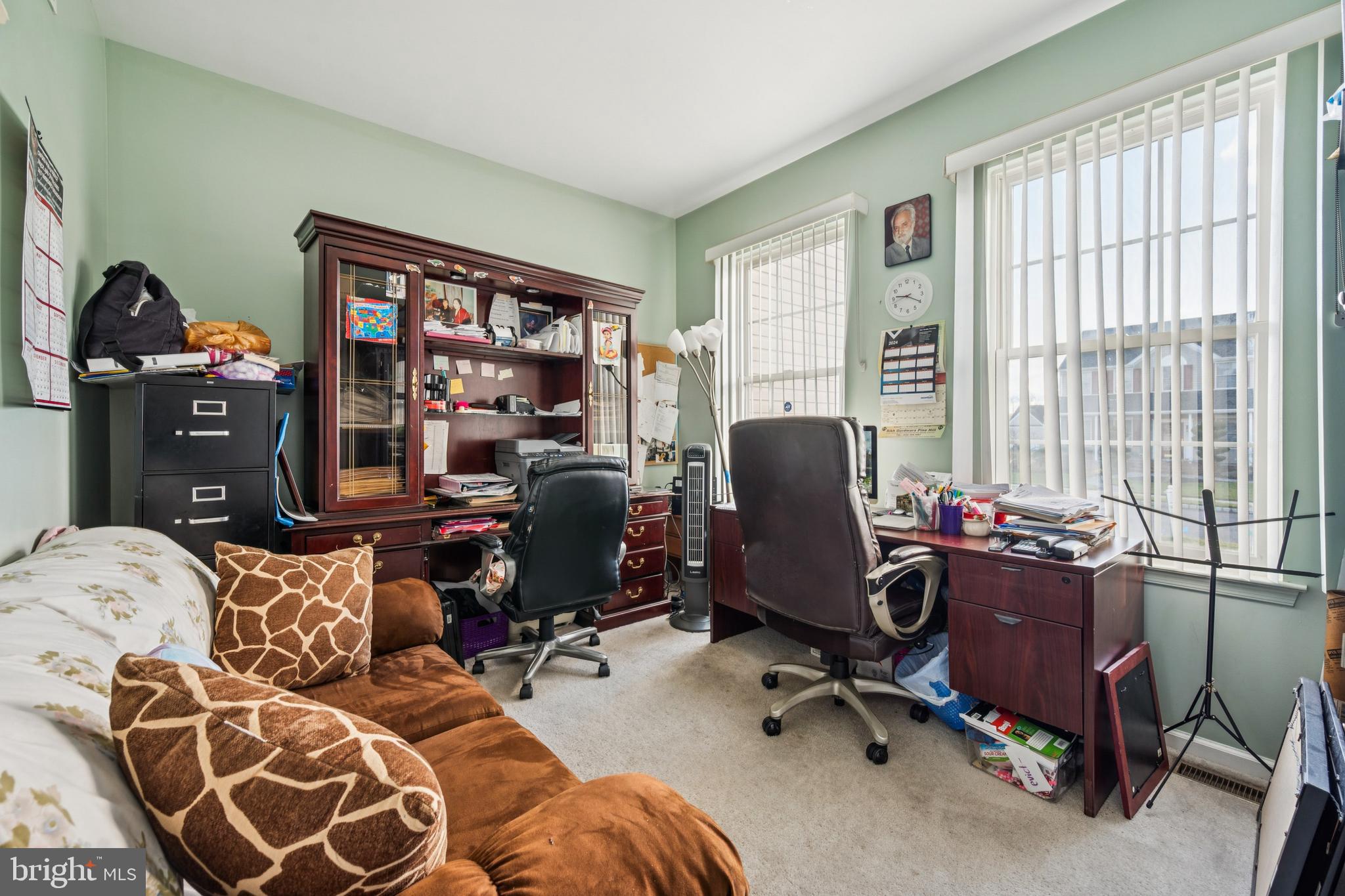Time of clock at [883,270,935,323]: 9:19
